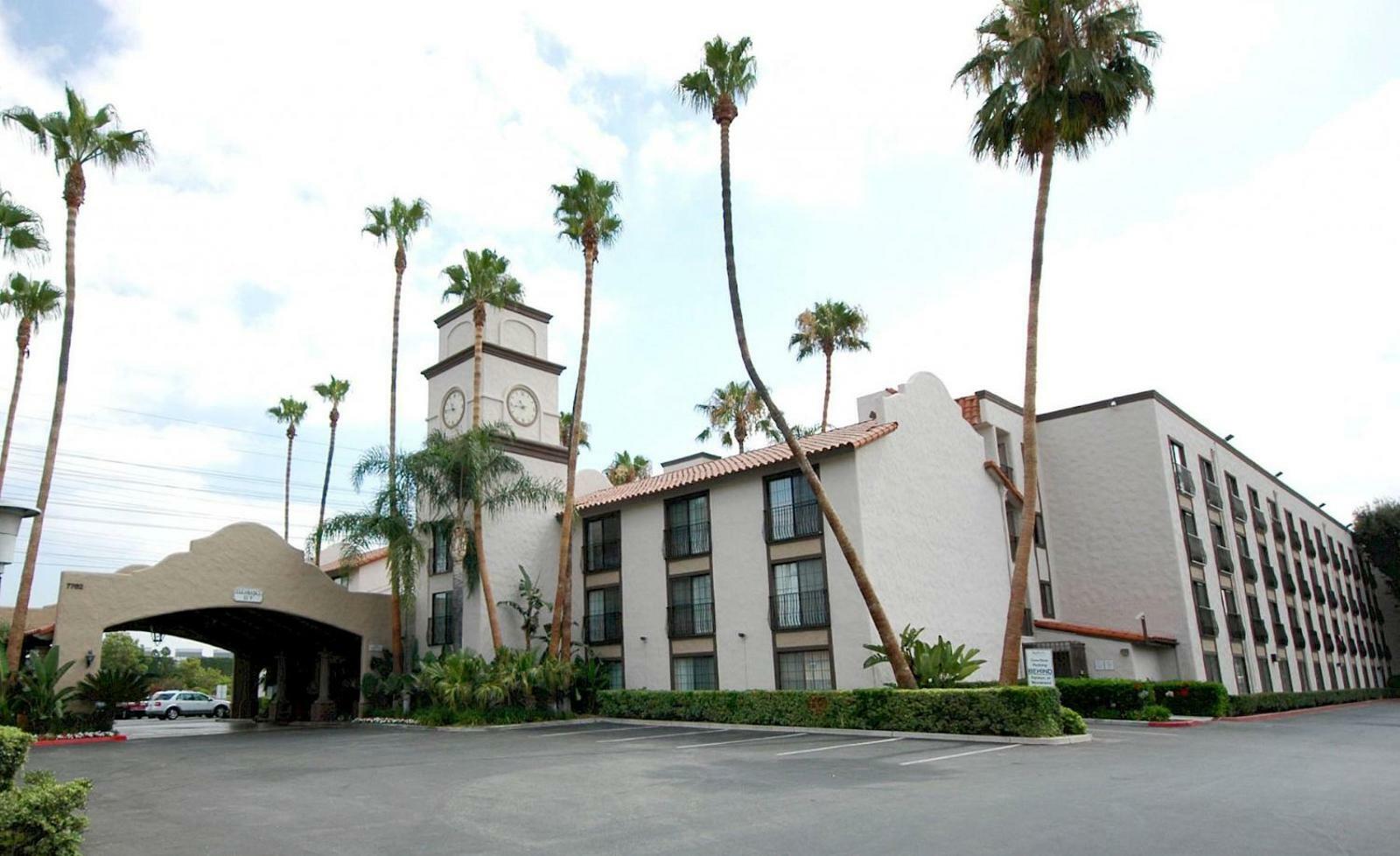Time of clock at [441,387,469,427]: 10:45
